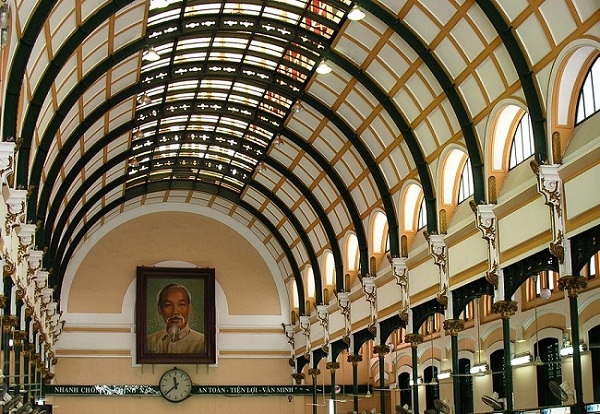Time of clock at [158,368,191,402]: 11:38
